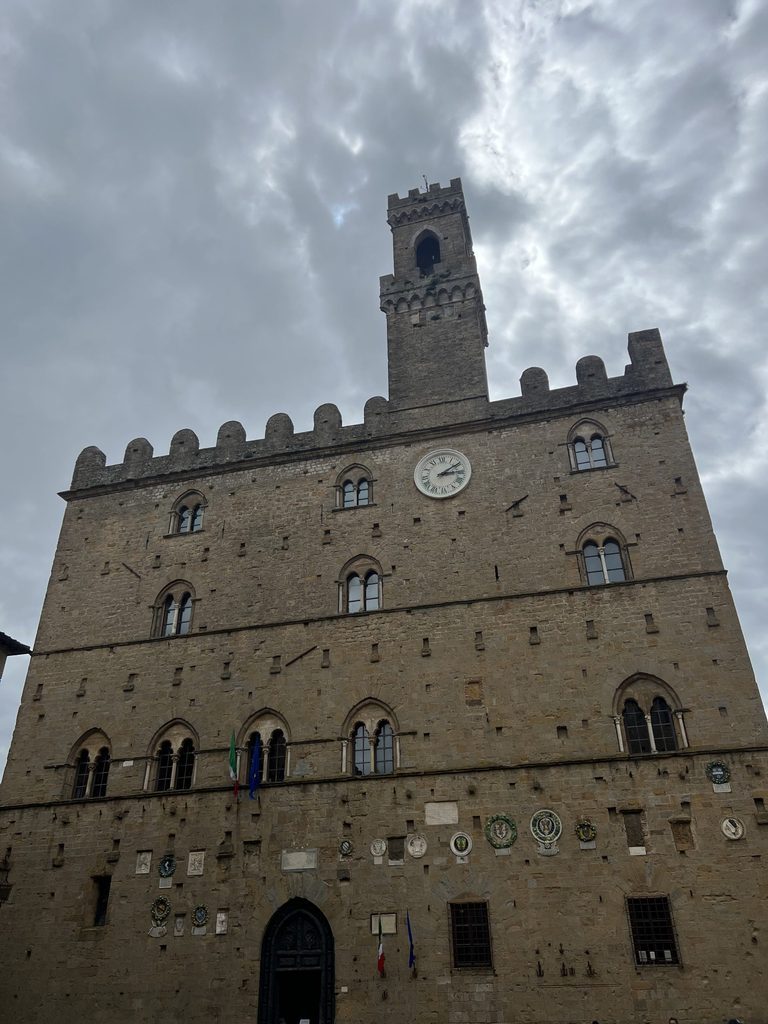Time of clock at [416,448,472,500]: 3:09
